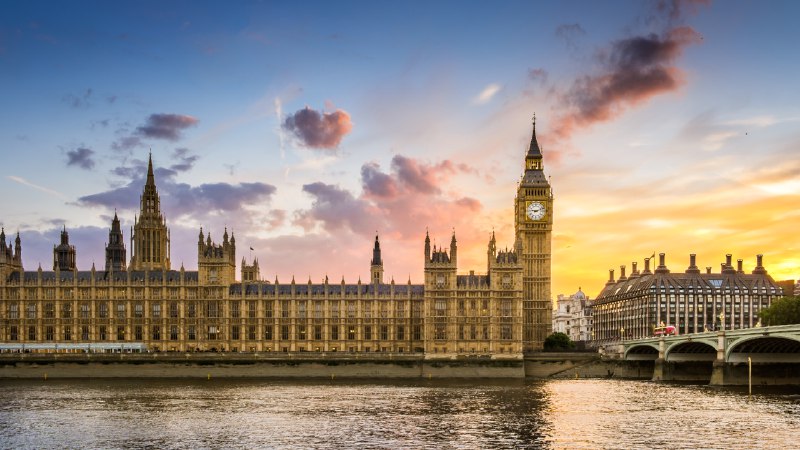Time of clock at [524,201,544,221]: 9:11
